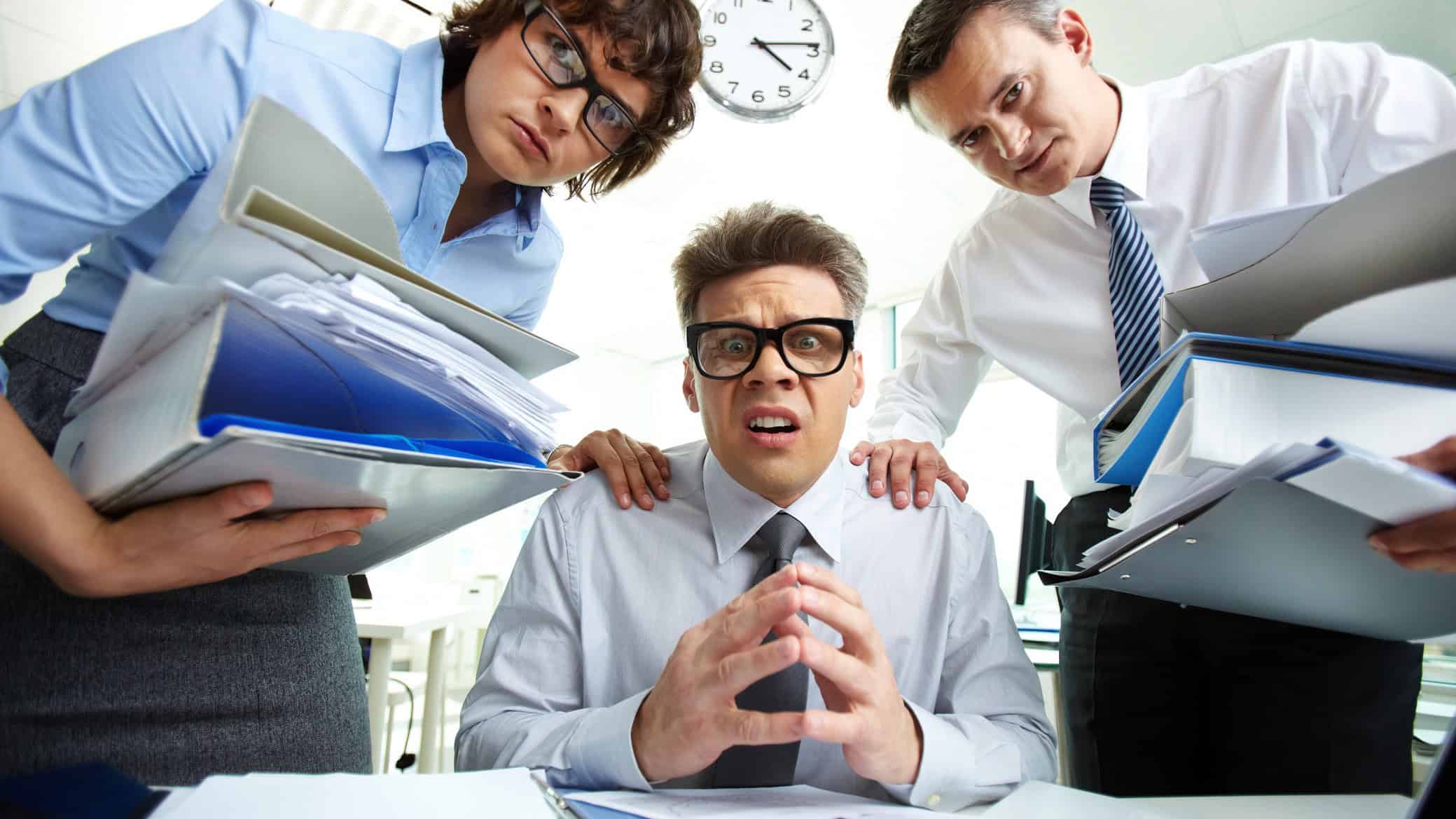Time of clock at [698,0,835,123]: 4:13
